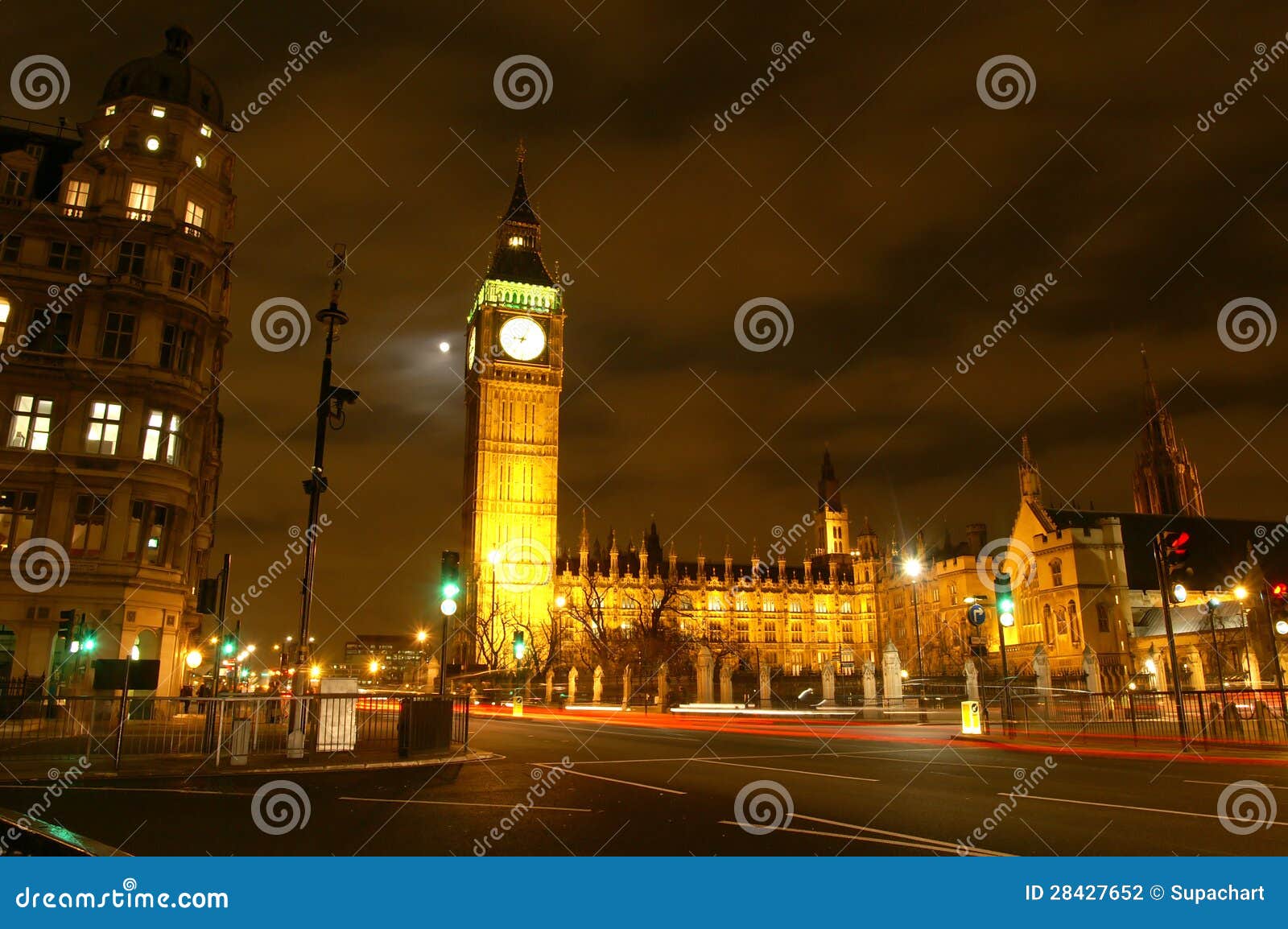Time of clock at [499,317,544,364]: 9:04
